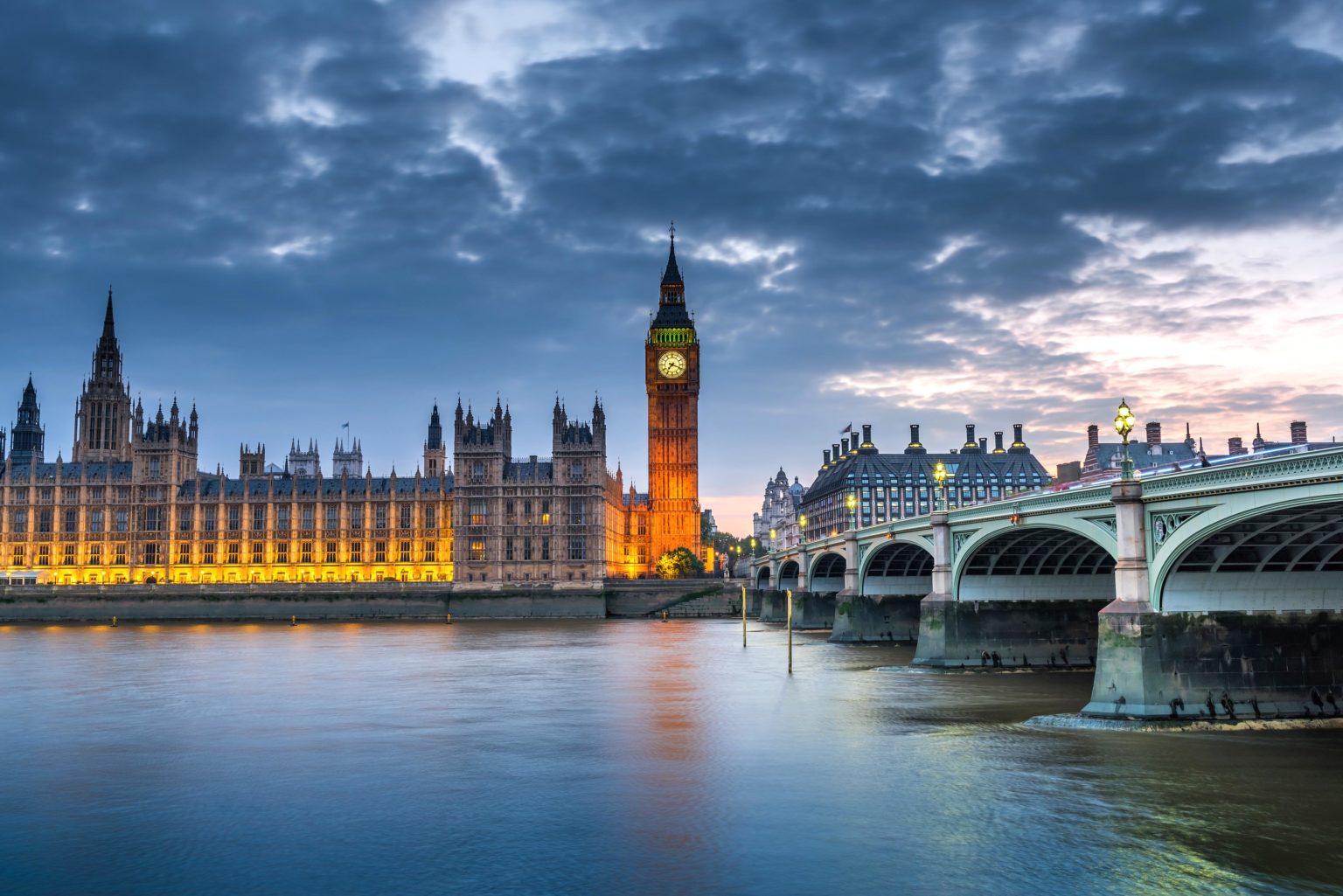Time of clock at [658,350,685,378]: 7:18
